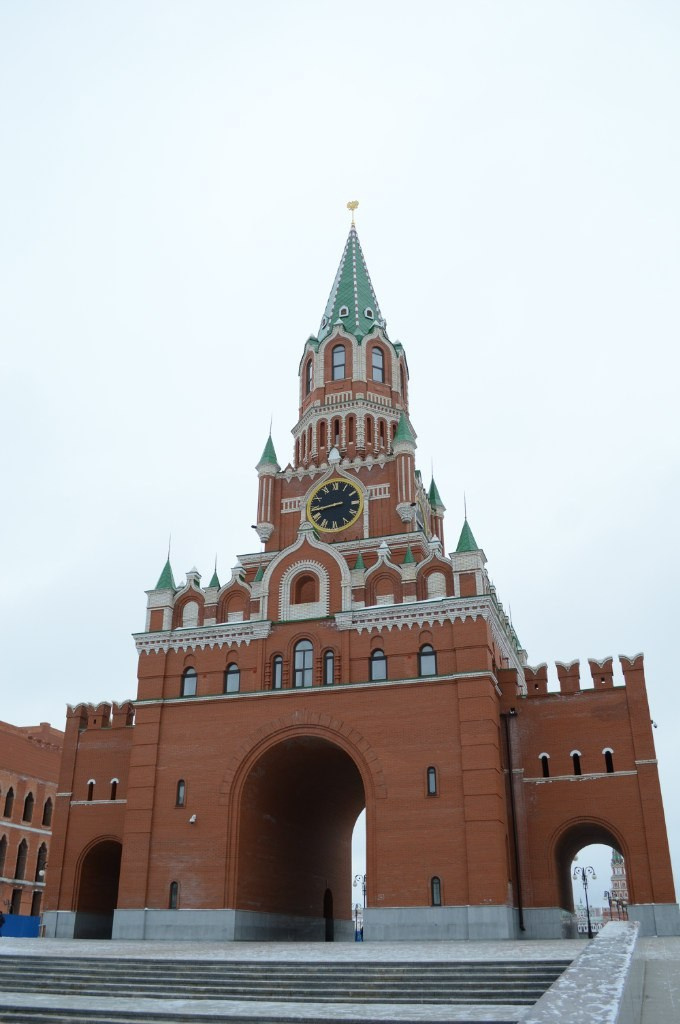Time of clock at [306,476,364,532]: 8:43
